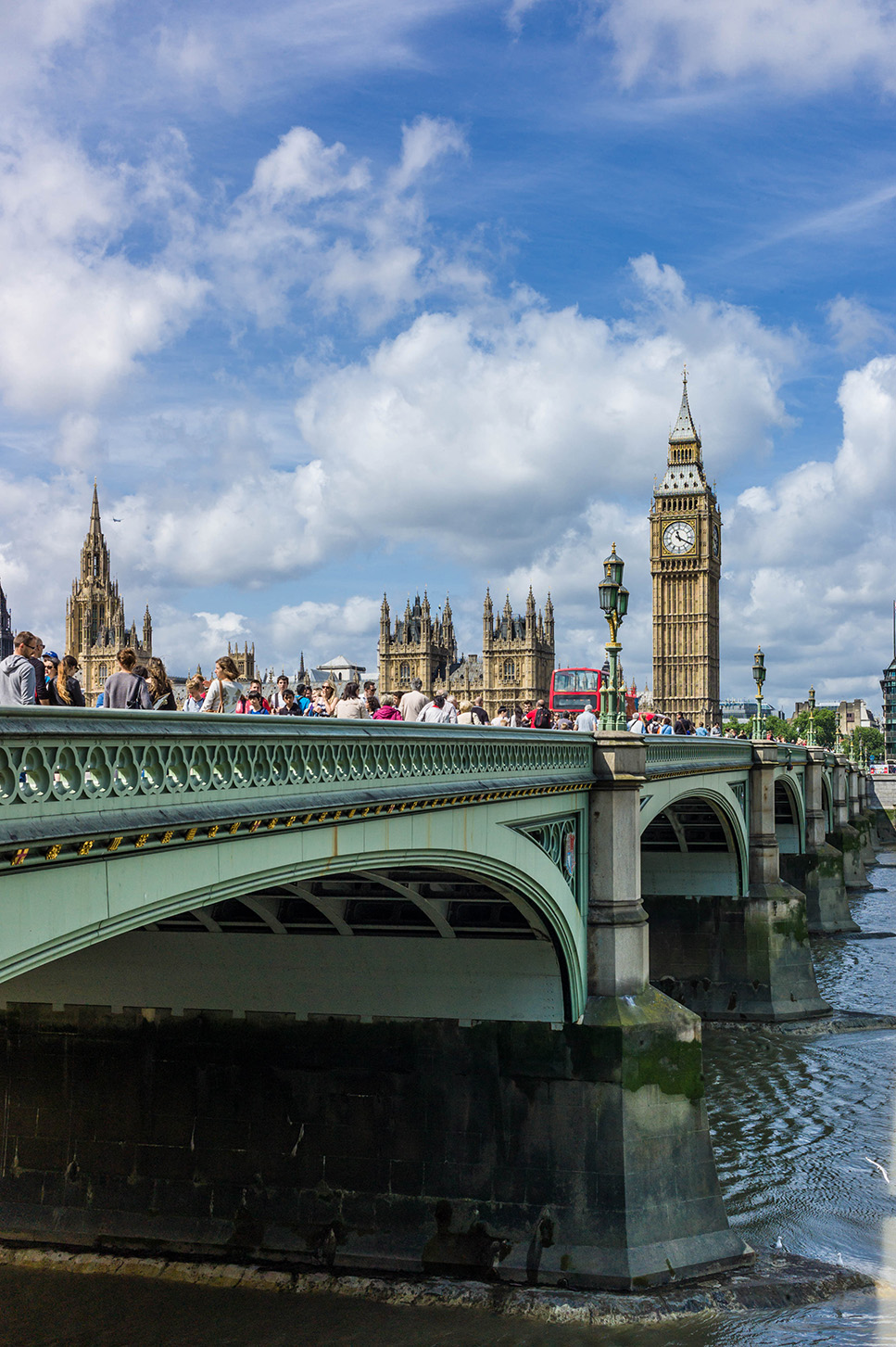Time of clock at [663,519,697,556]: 11:19
